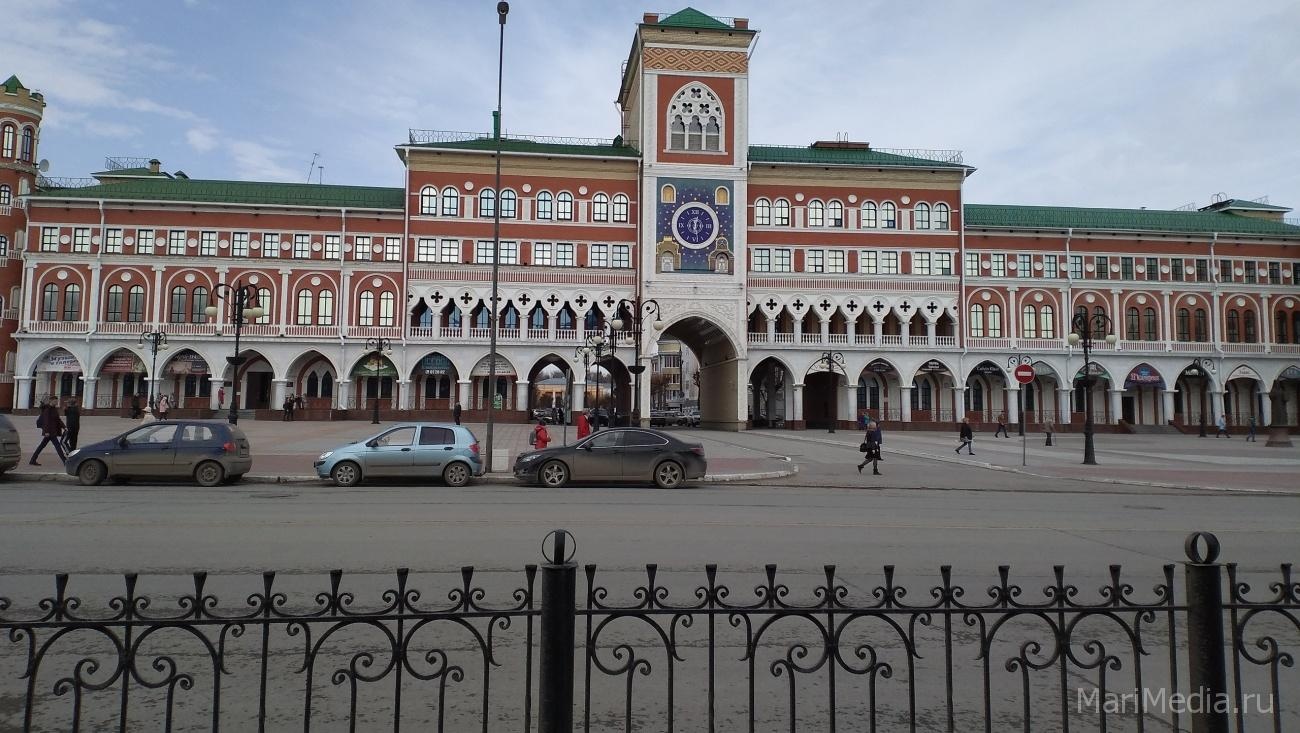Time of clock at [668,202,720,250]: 12:28
